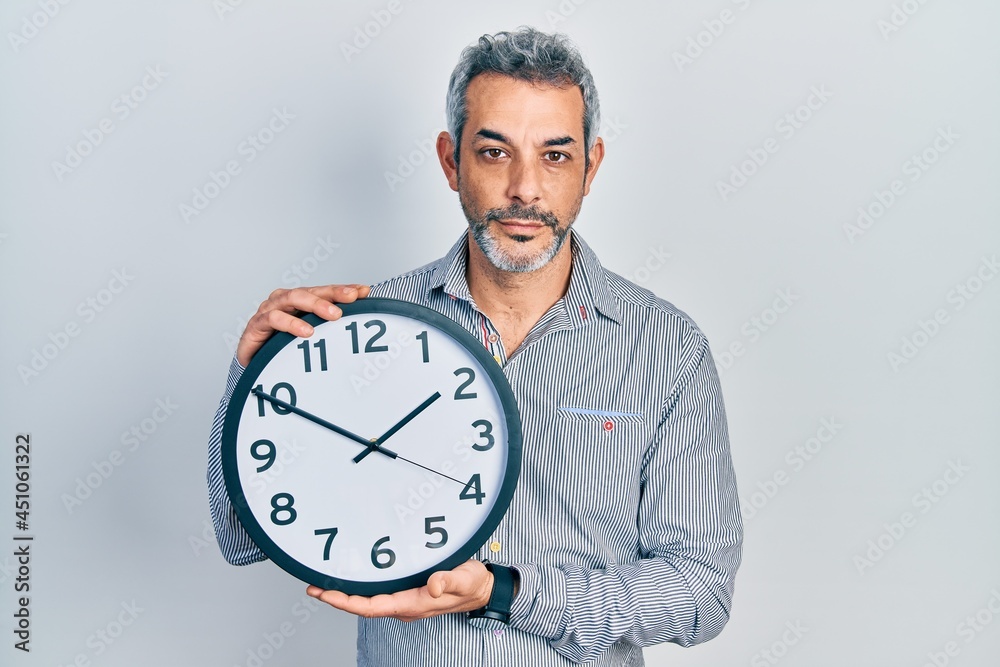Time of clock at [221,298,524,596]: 1:50
